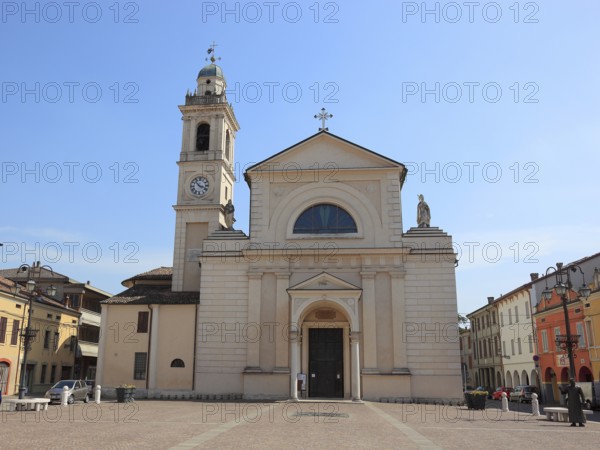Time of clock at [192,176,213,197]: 3:52
